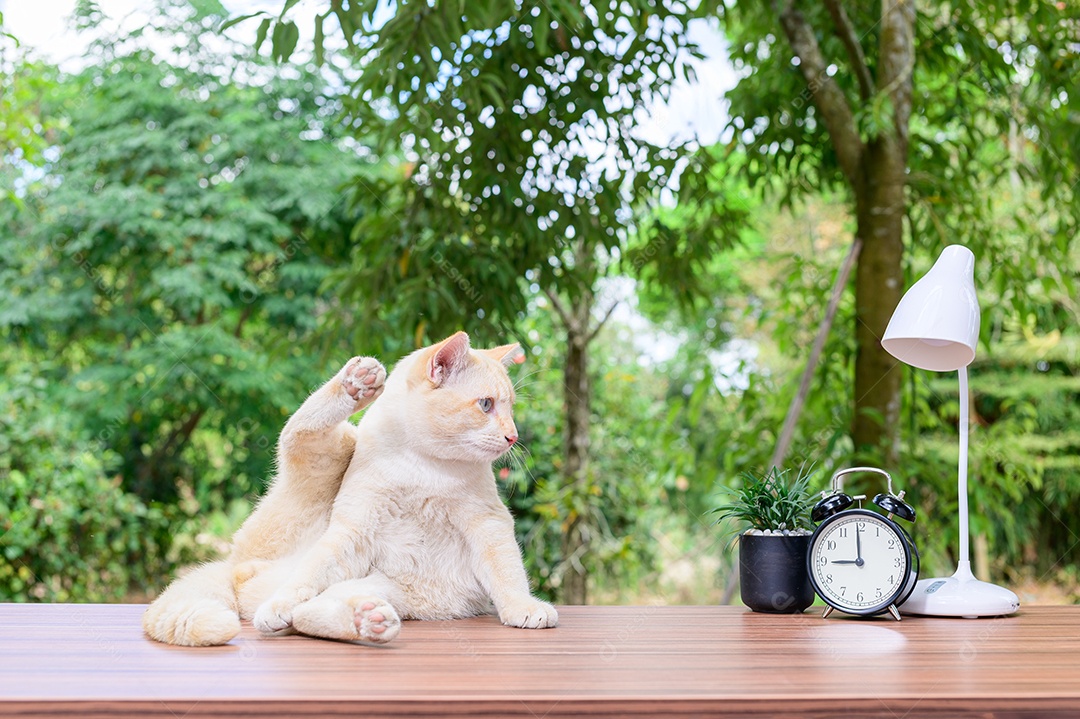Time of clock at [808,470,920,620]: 8:59
